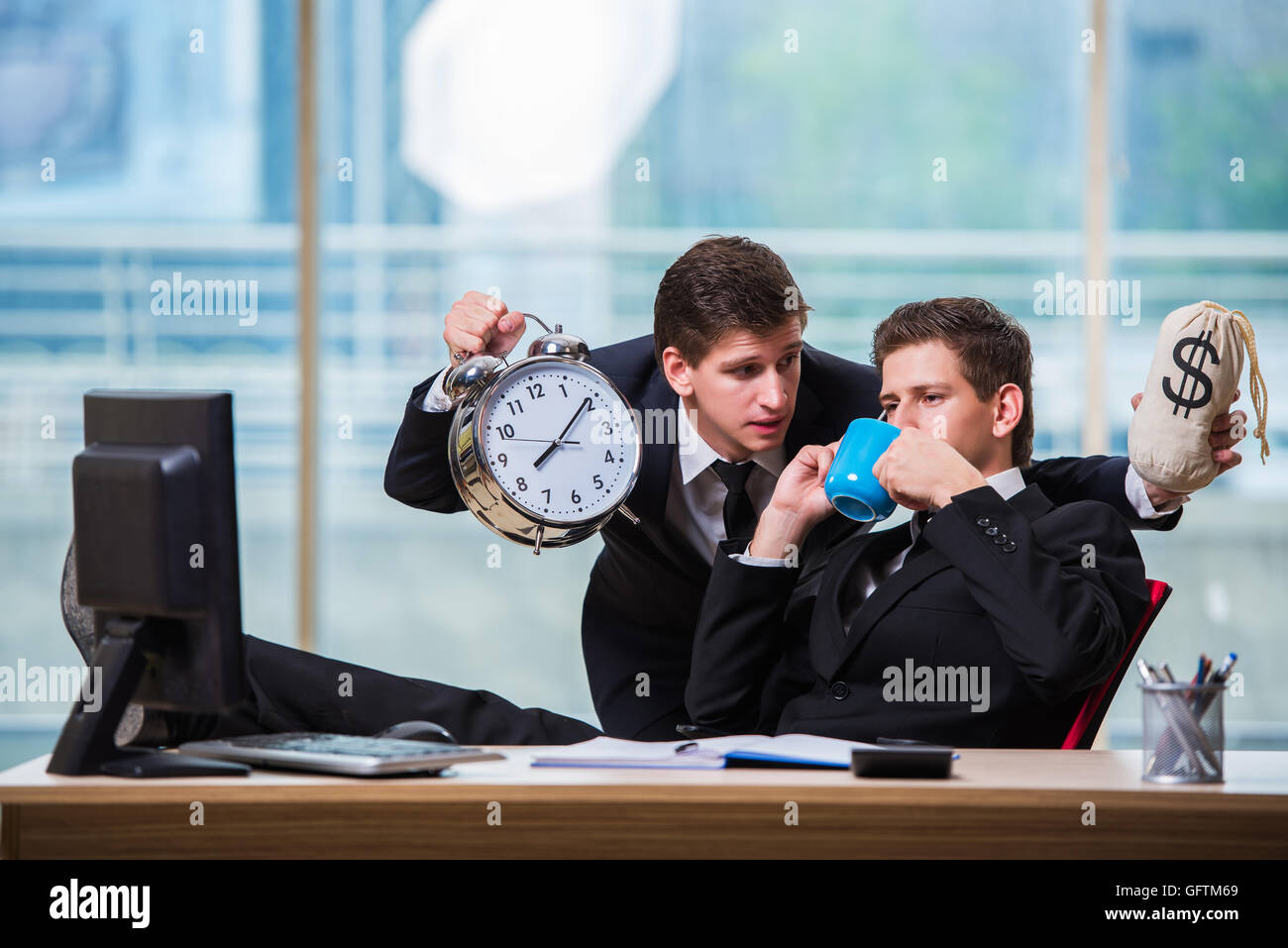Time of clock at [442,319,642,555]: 8:09
